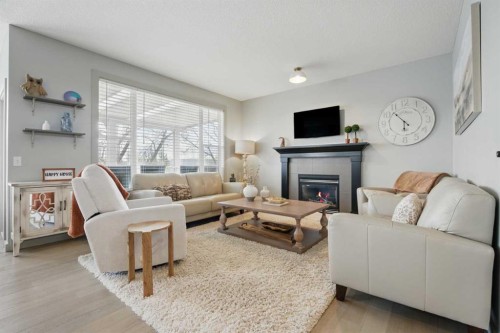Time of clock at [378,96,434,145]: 5:52
